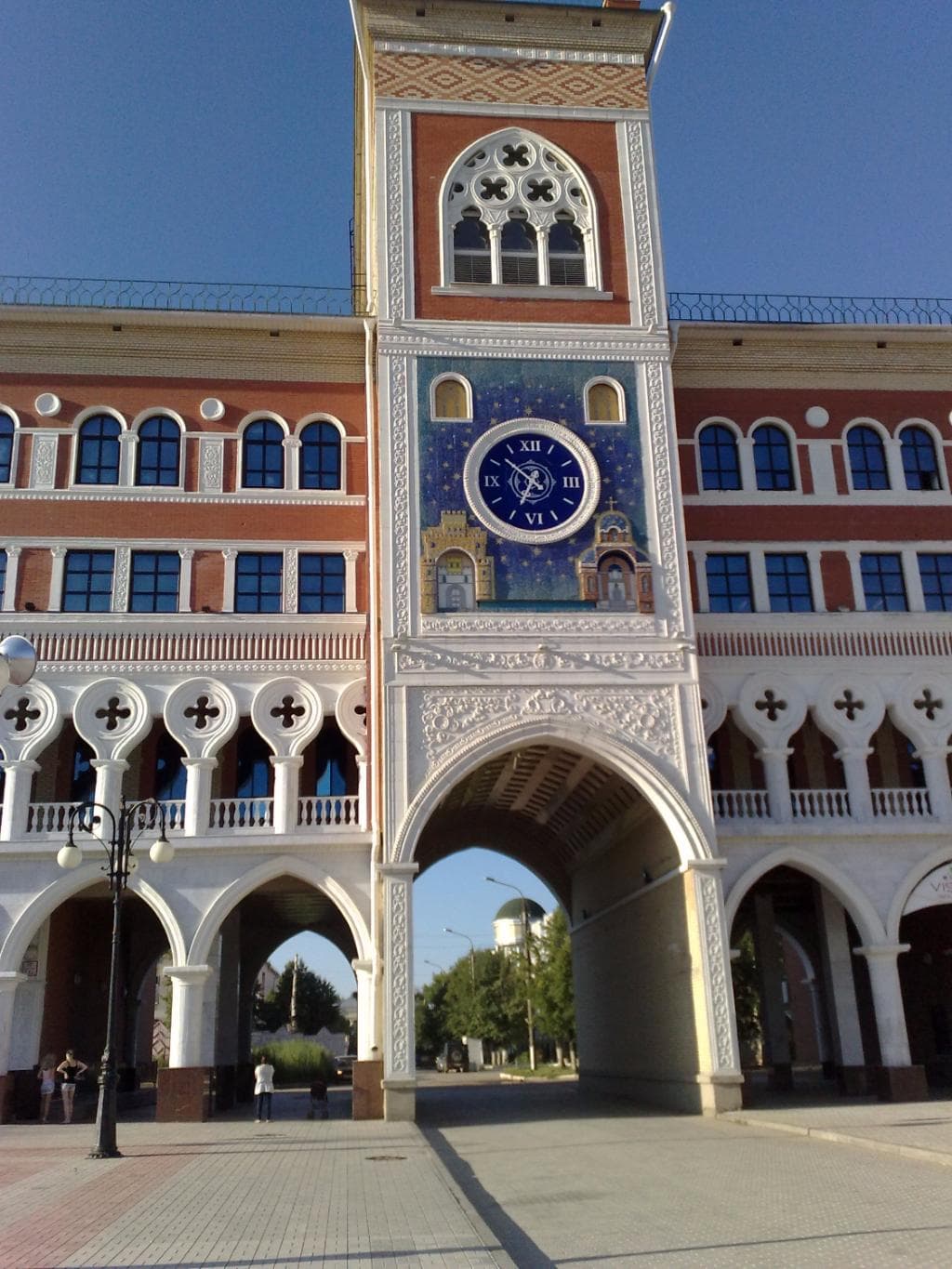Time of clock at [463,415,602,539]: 6:52
